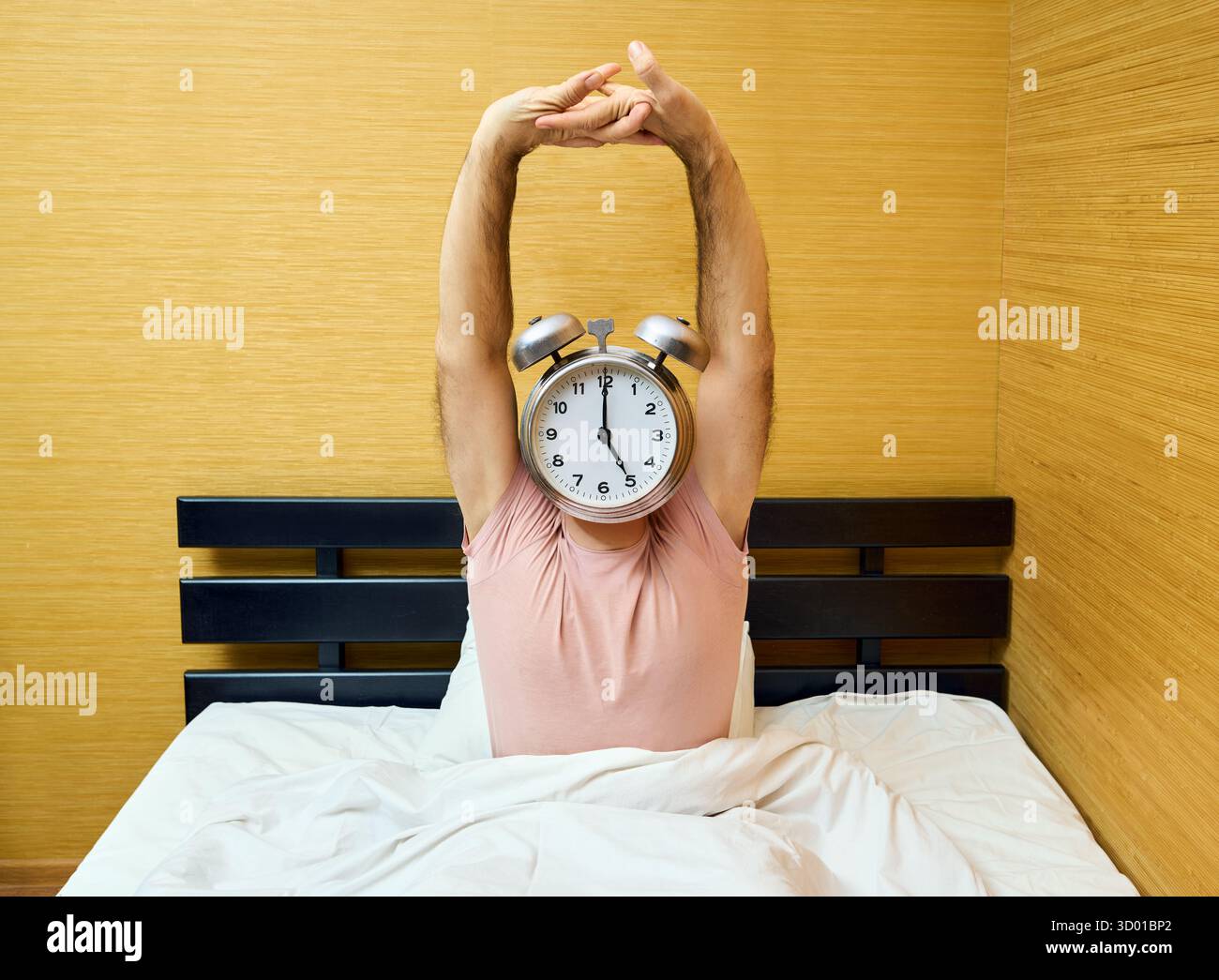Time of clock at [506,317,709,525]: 5:00
